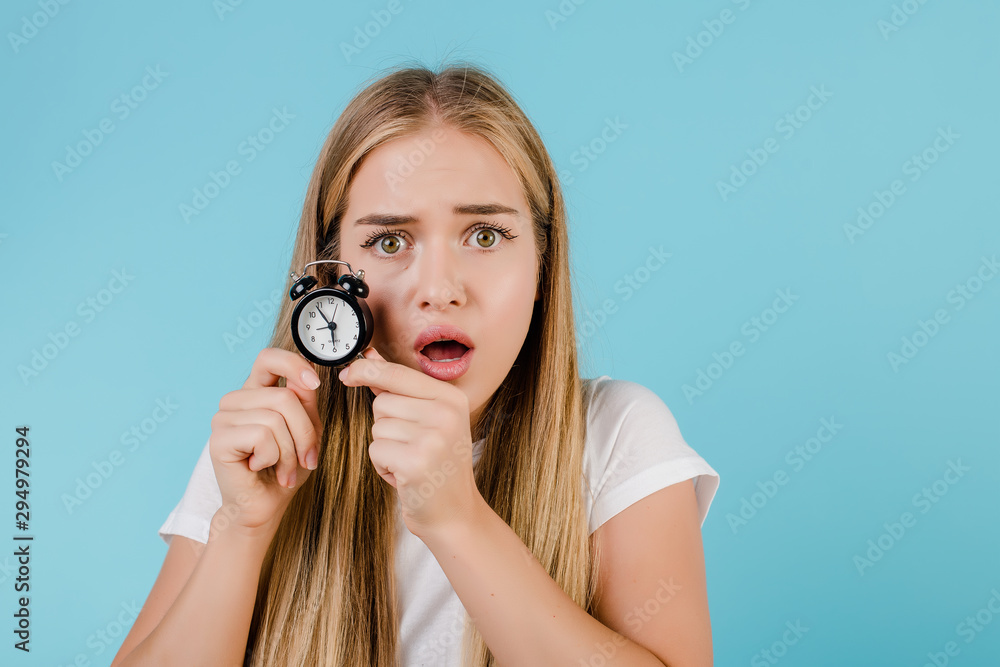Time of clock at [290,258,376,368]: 5:54
